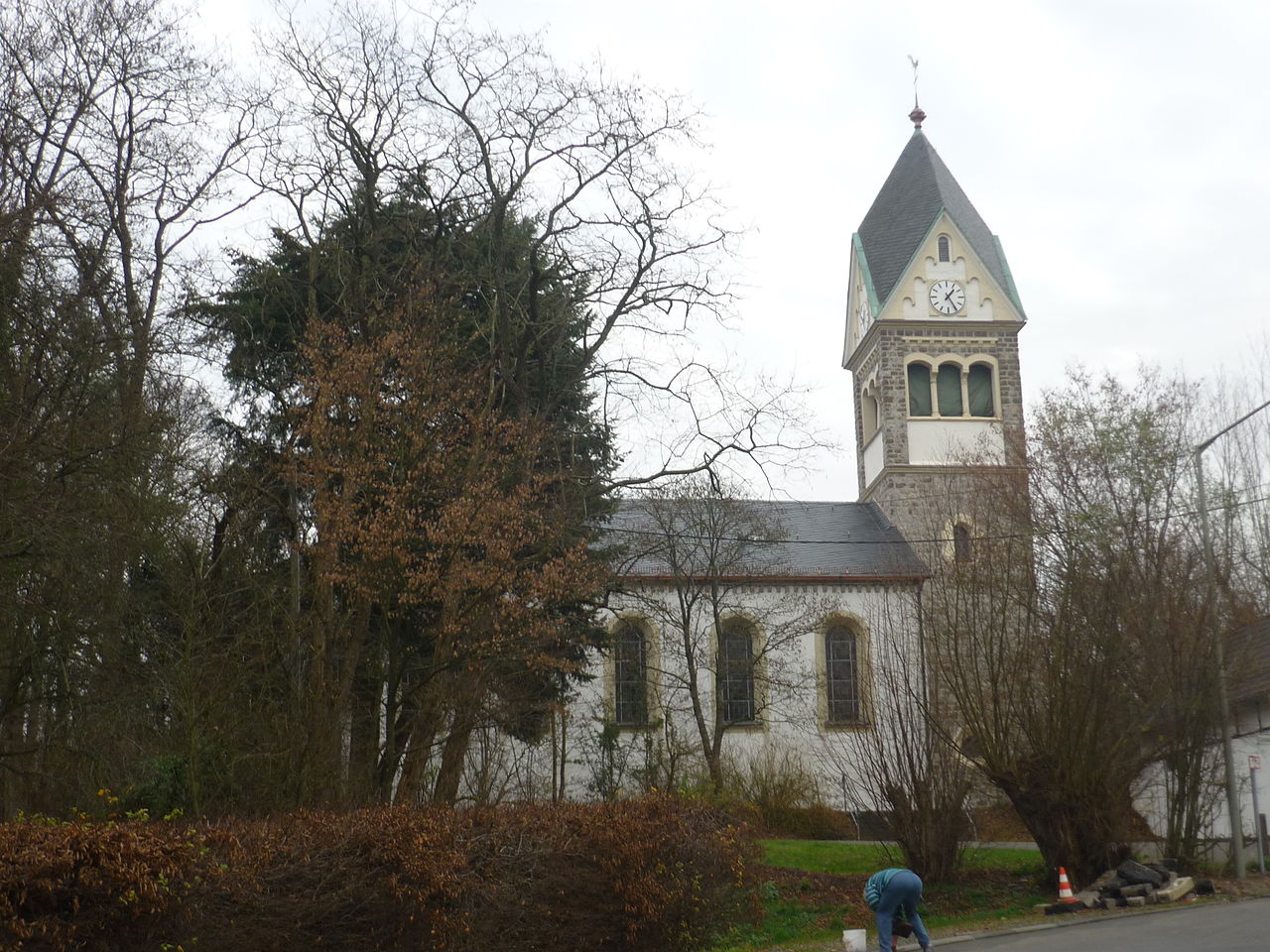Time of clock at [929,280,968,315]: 1:24
